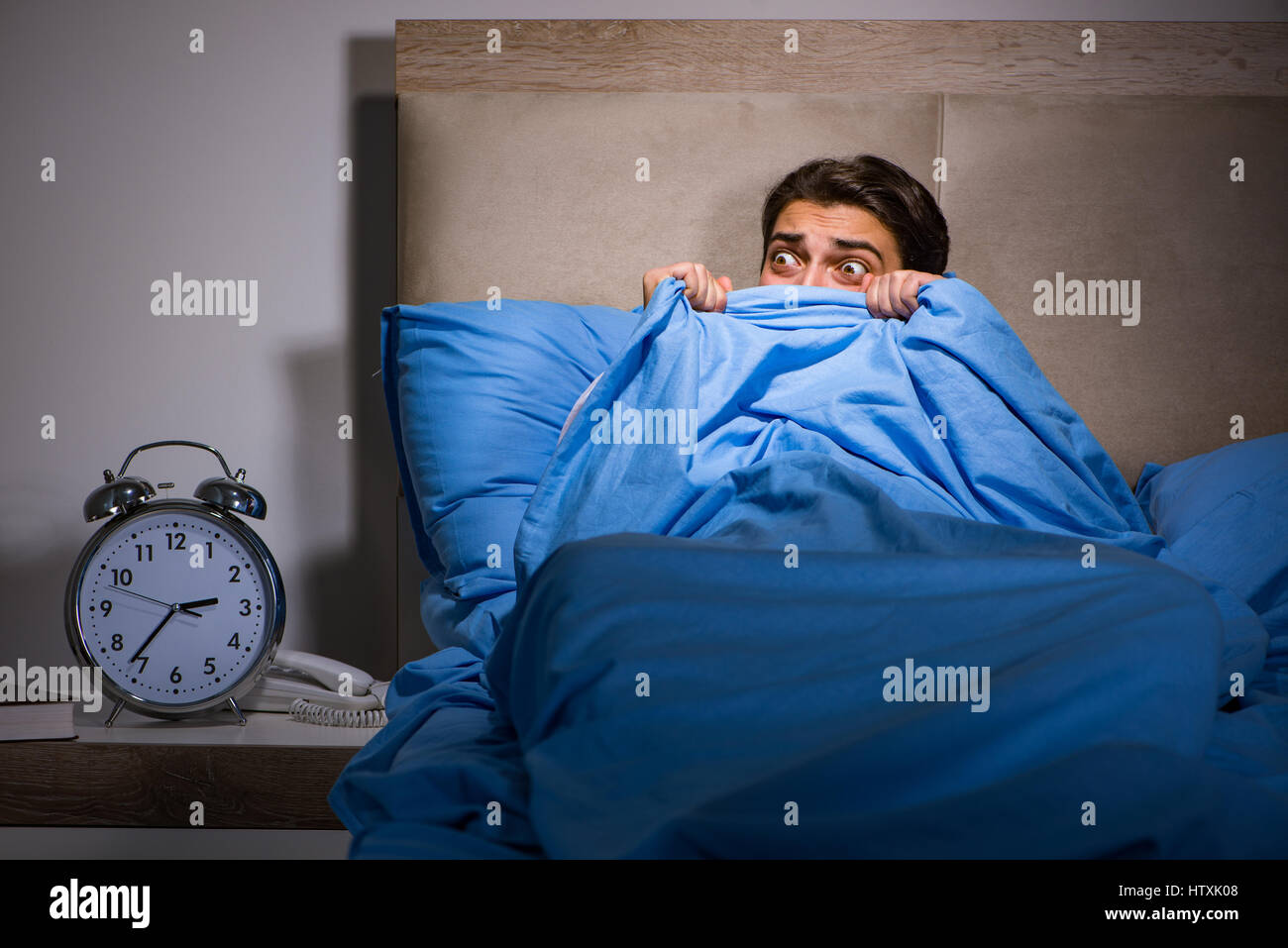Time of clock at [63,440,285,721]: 2:36
